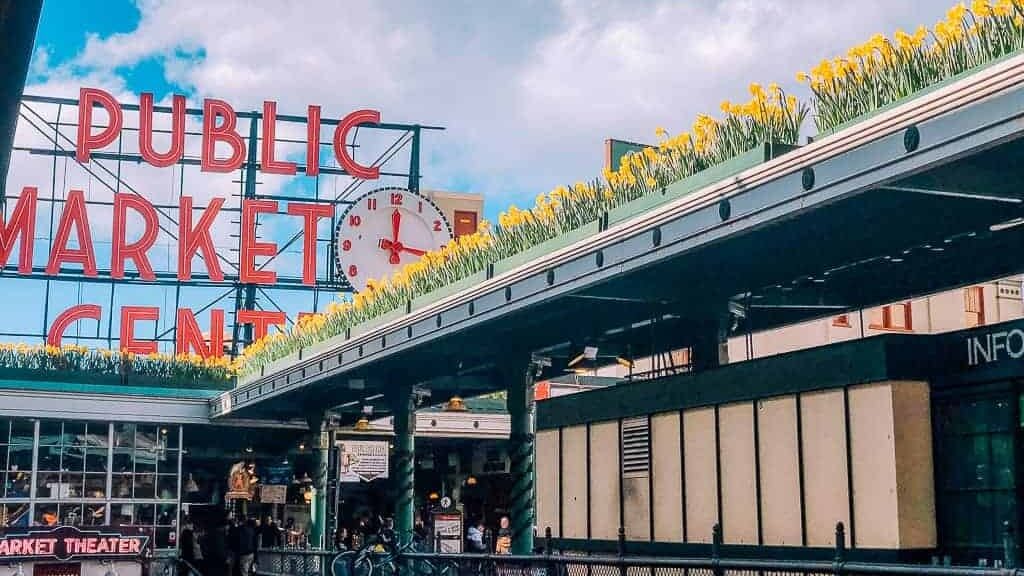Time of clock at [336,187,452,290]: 12:16
